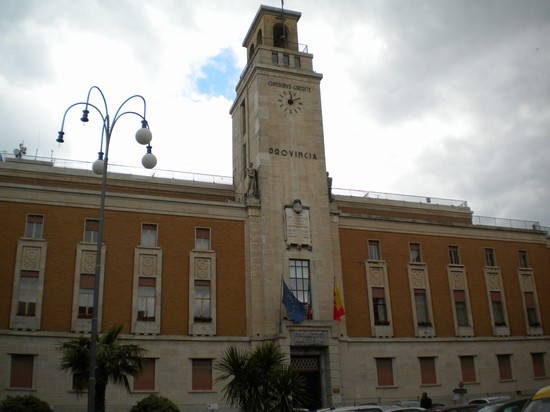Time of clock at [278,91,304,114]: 12:10
